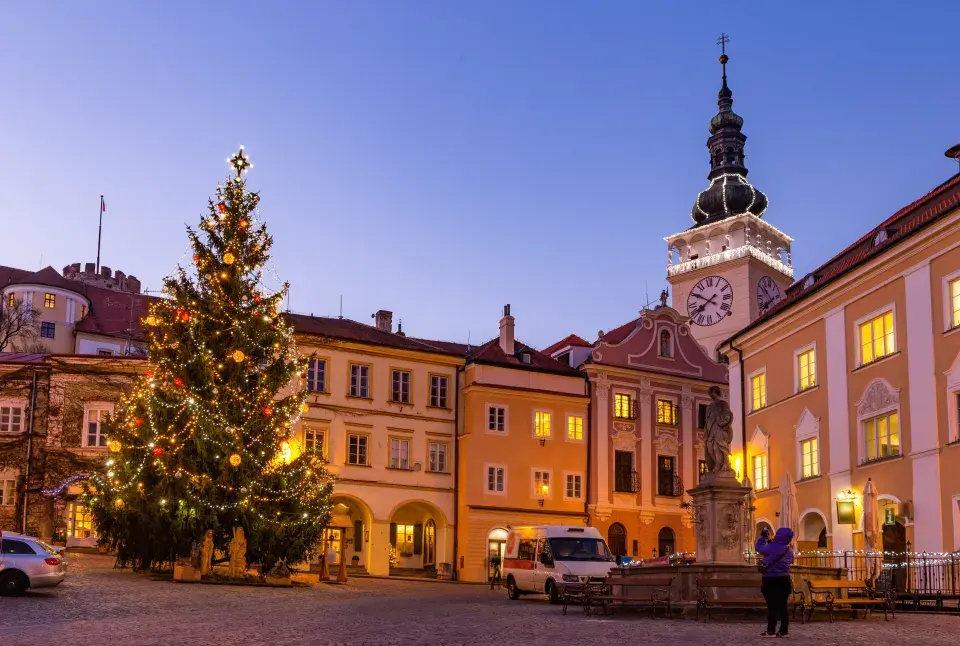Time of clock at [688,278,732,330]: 7:50
